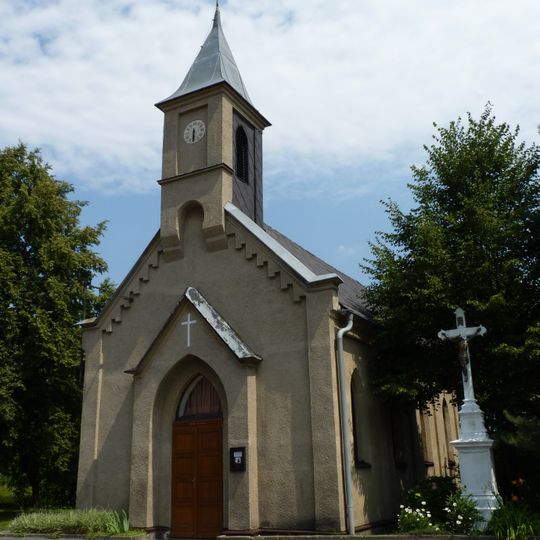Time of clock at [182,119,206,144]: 6:29
